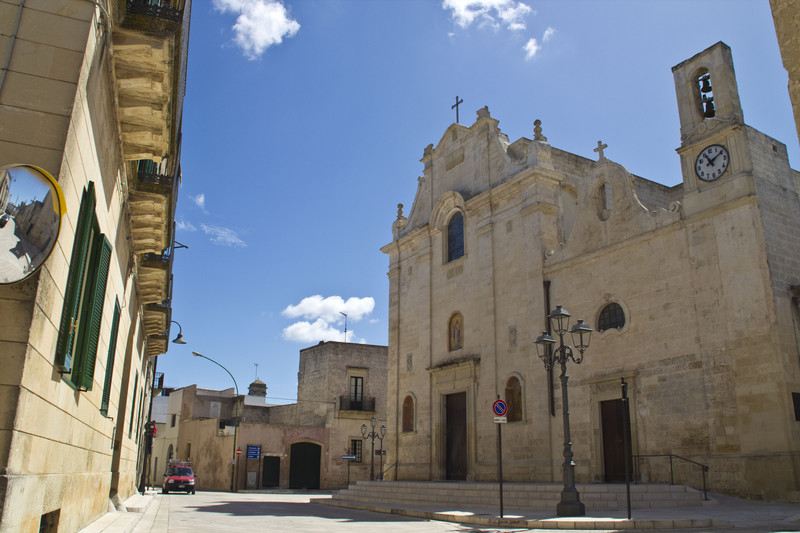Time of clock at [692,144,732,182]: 11:10
